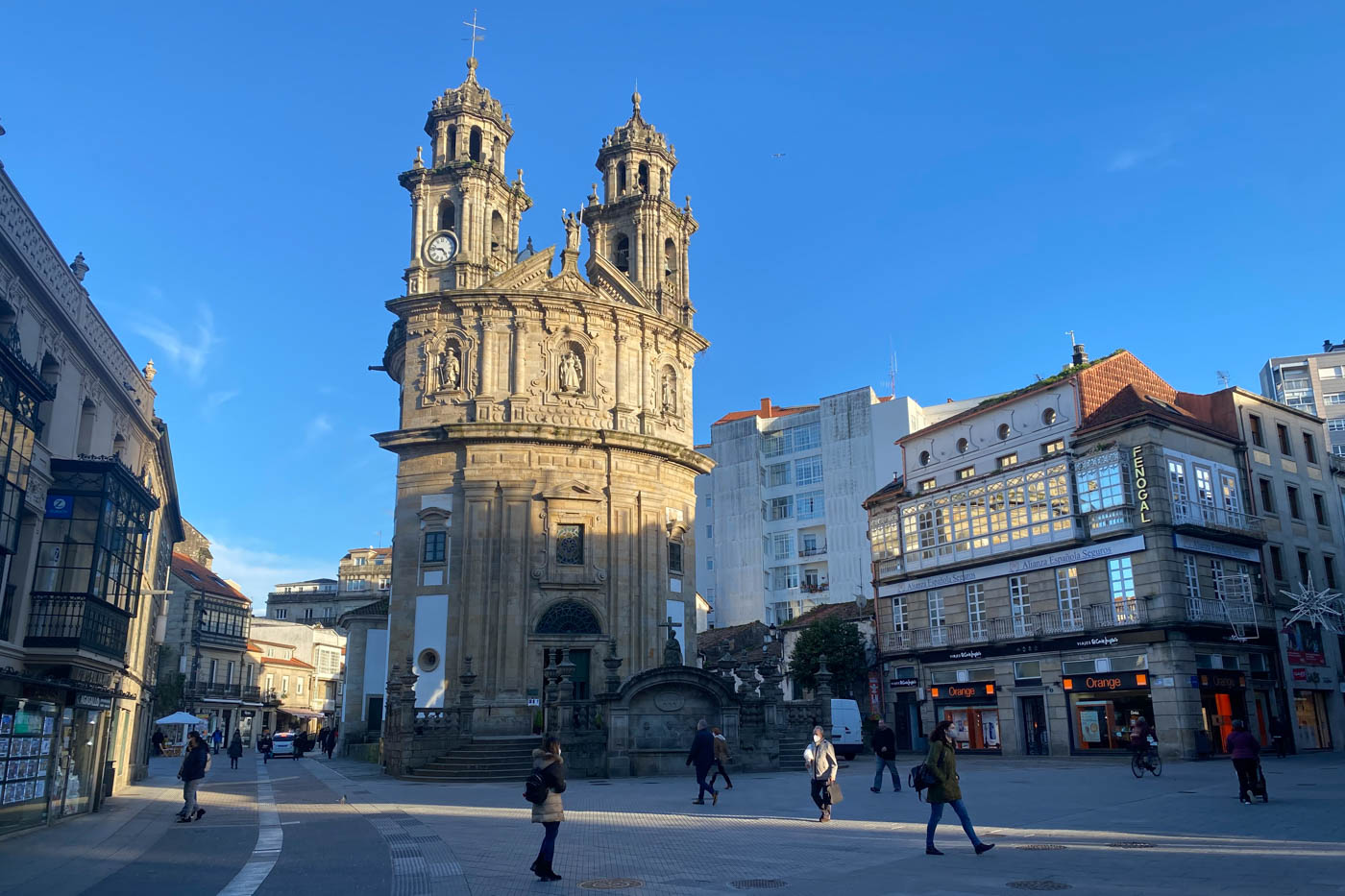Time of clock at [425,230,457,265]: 4:46
